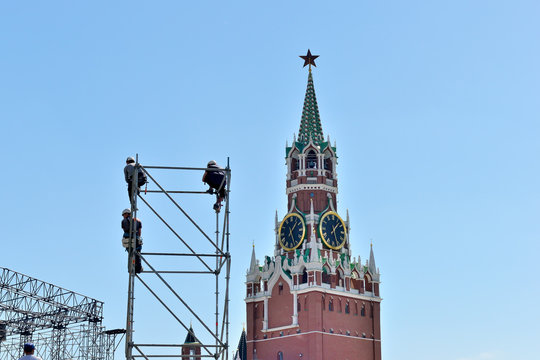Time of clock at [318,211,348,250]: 1:26
